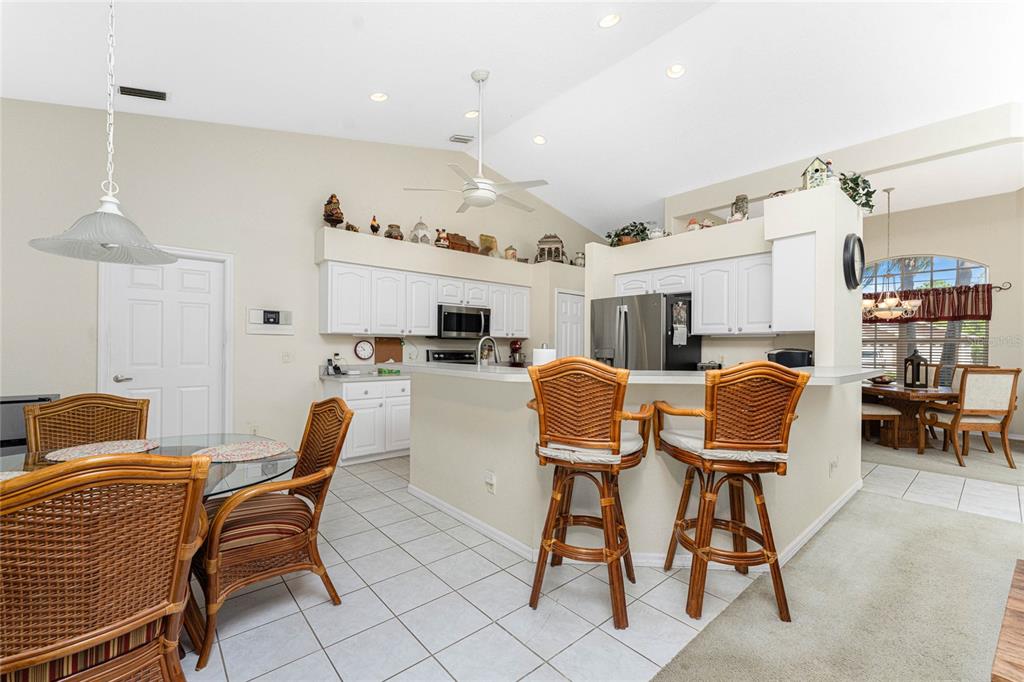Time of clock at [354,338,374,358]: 10:42
